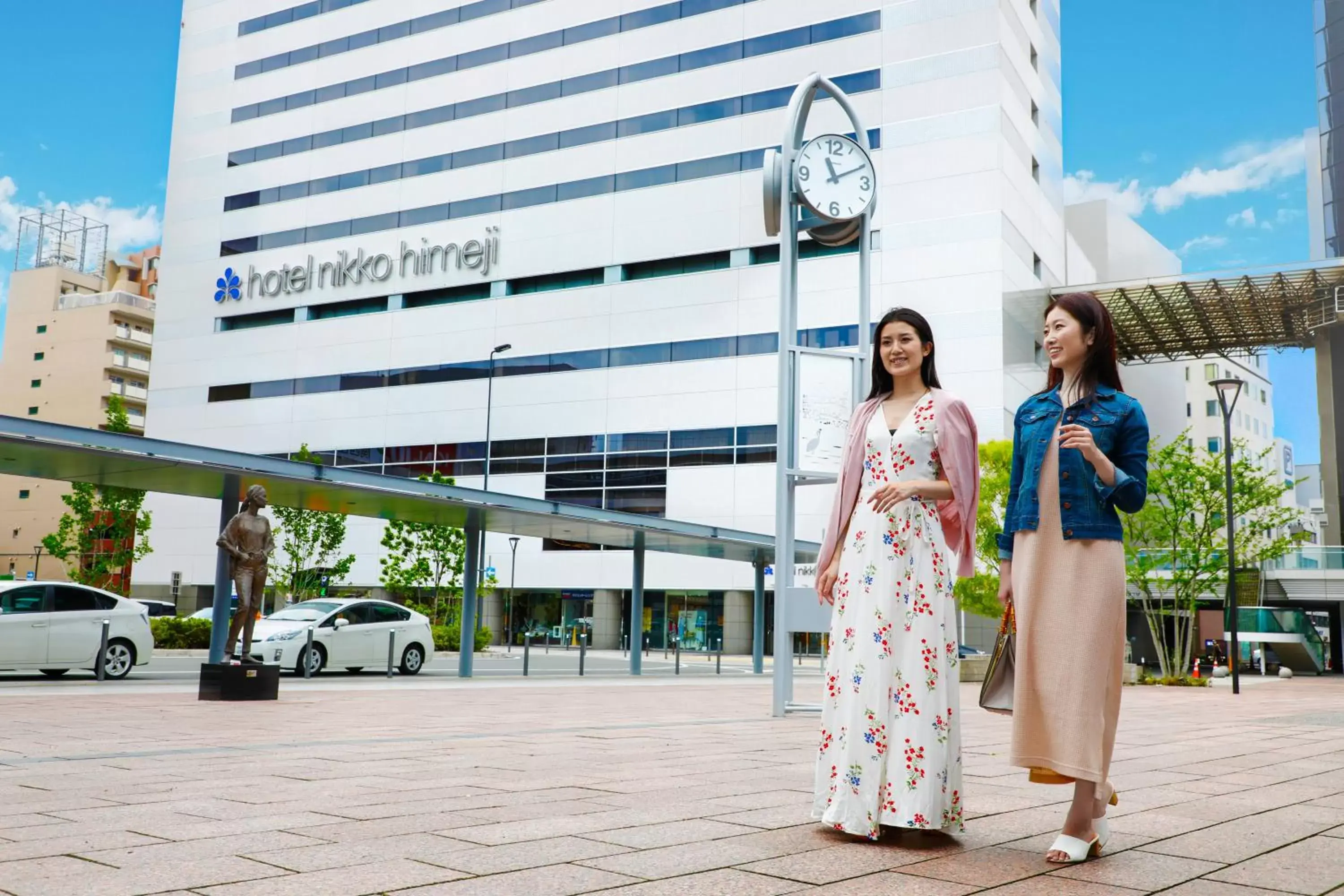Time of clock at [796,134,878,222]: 11:10
